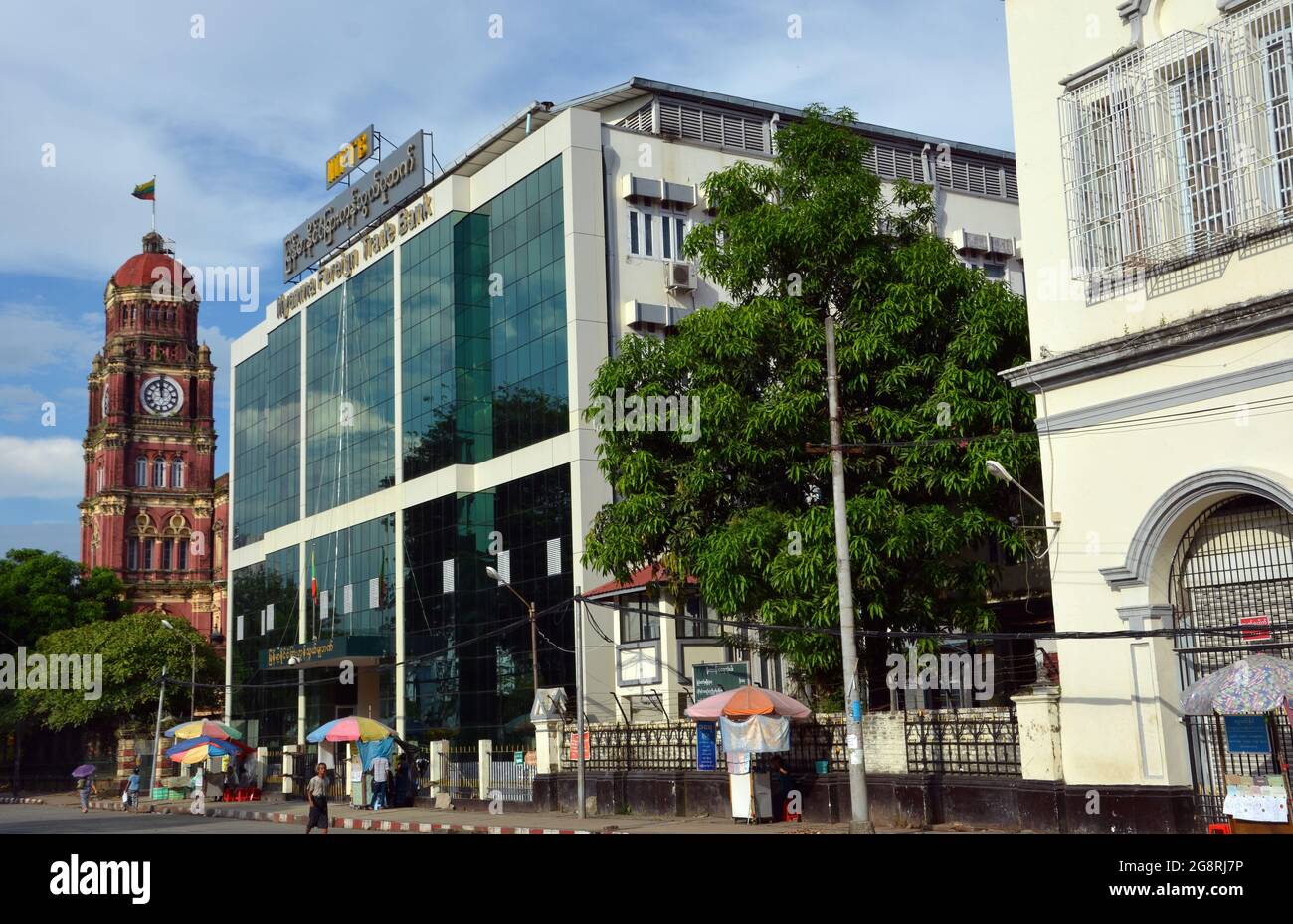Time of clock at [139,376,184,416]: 11:59
